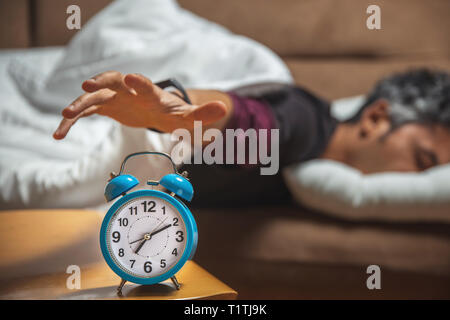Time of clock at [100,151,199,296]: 7:10
